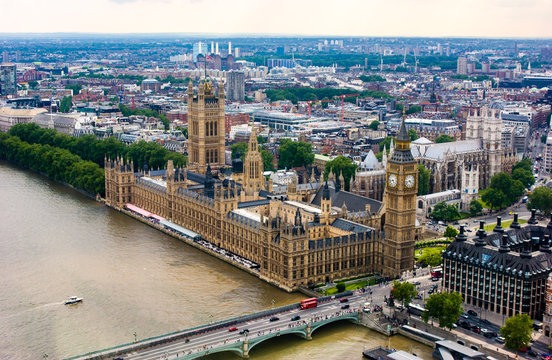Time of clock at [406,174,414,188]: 4:42
